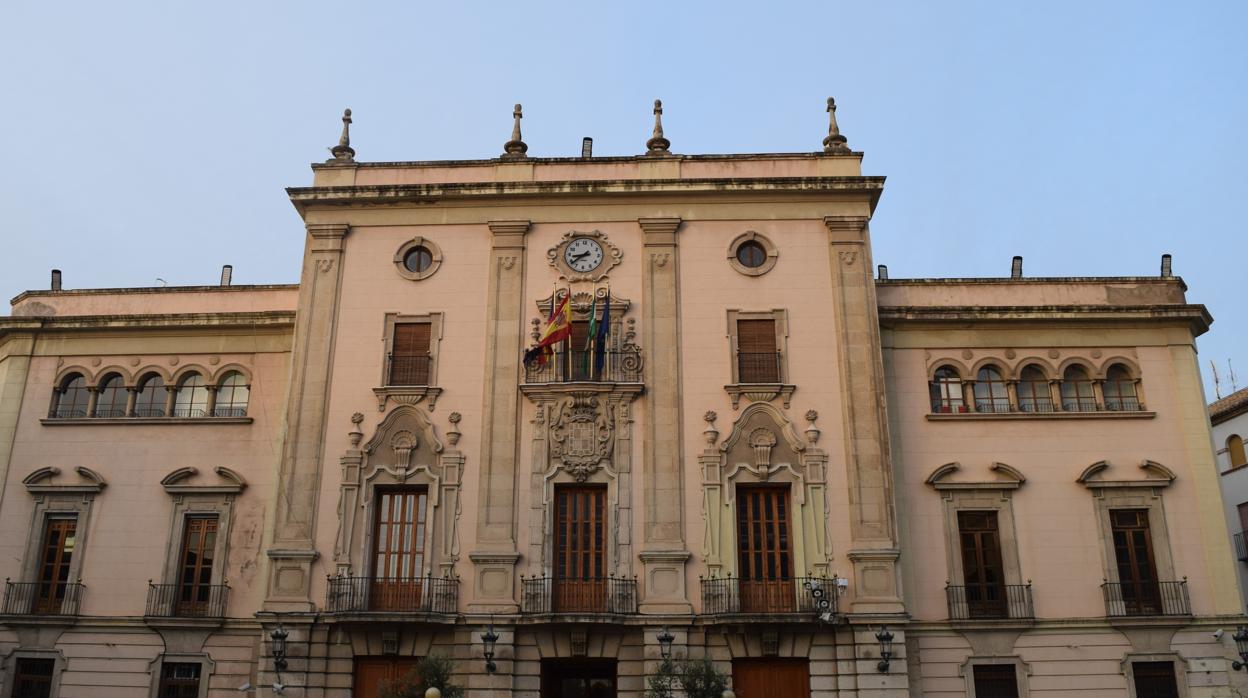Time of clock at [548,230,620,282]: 8:38
